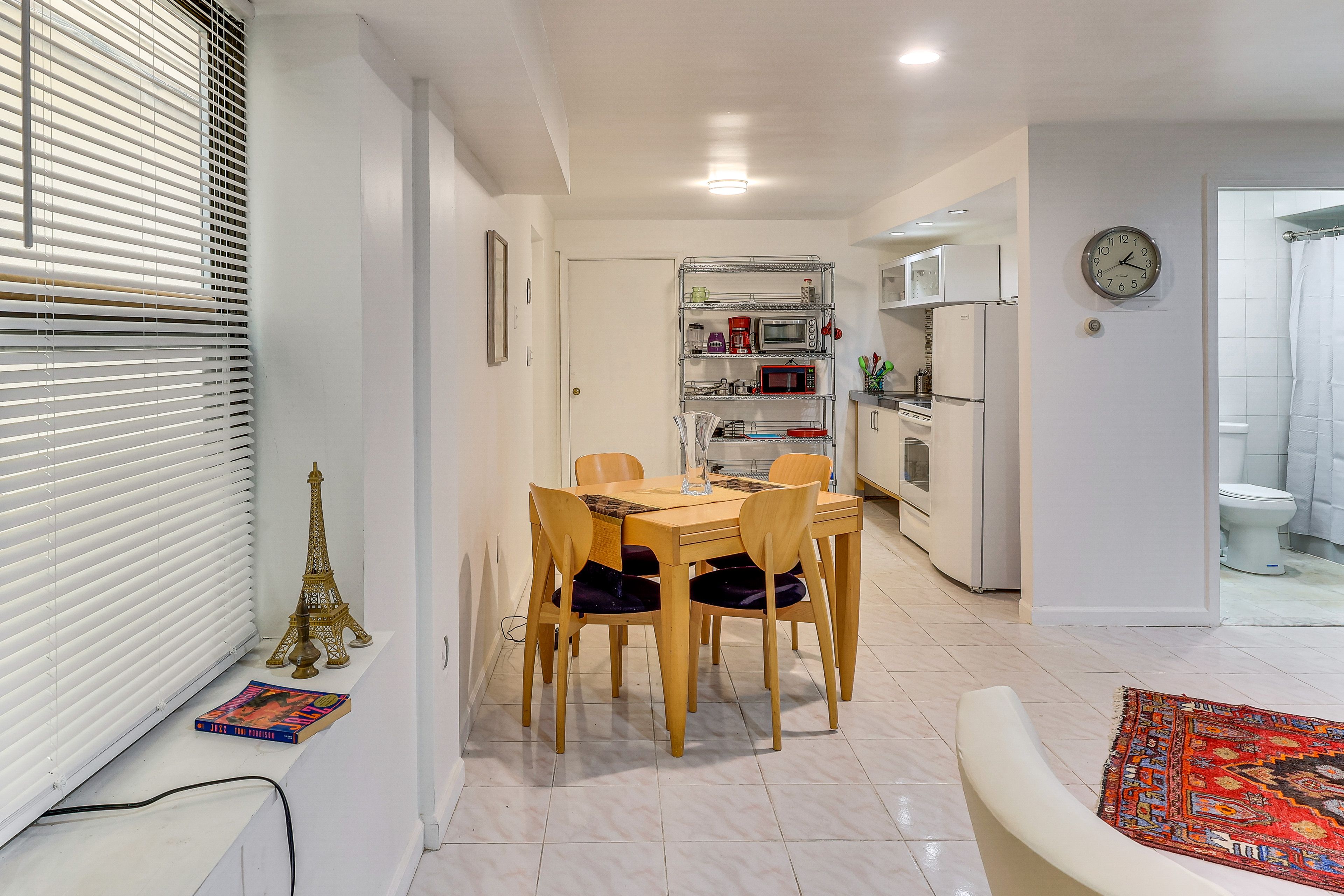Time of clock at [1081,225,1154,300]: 1:18
